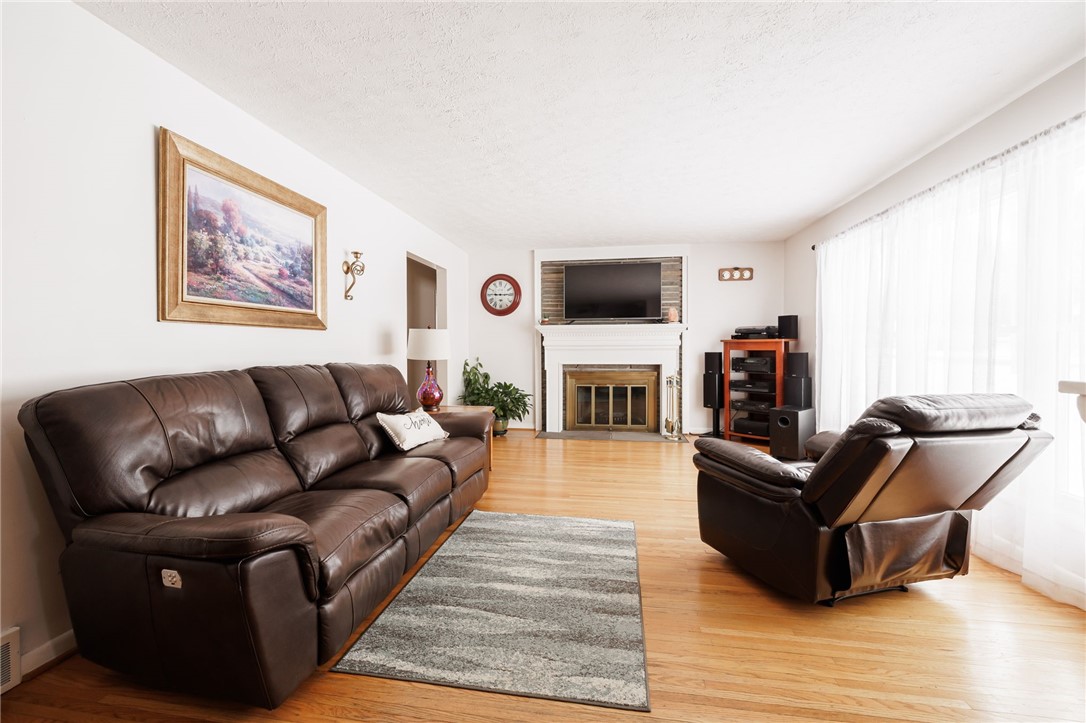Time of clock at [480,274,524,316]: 9:14
